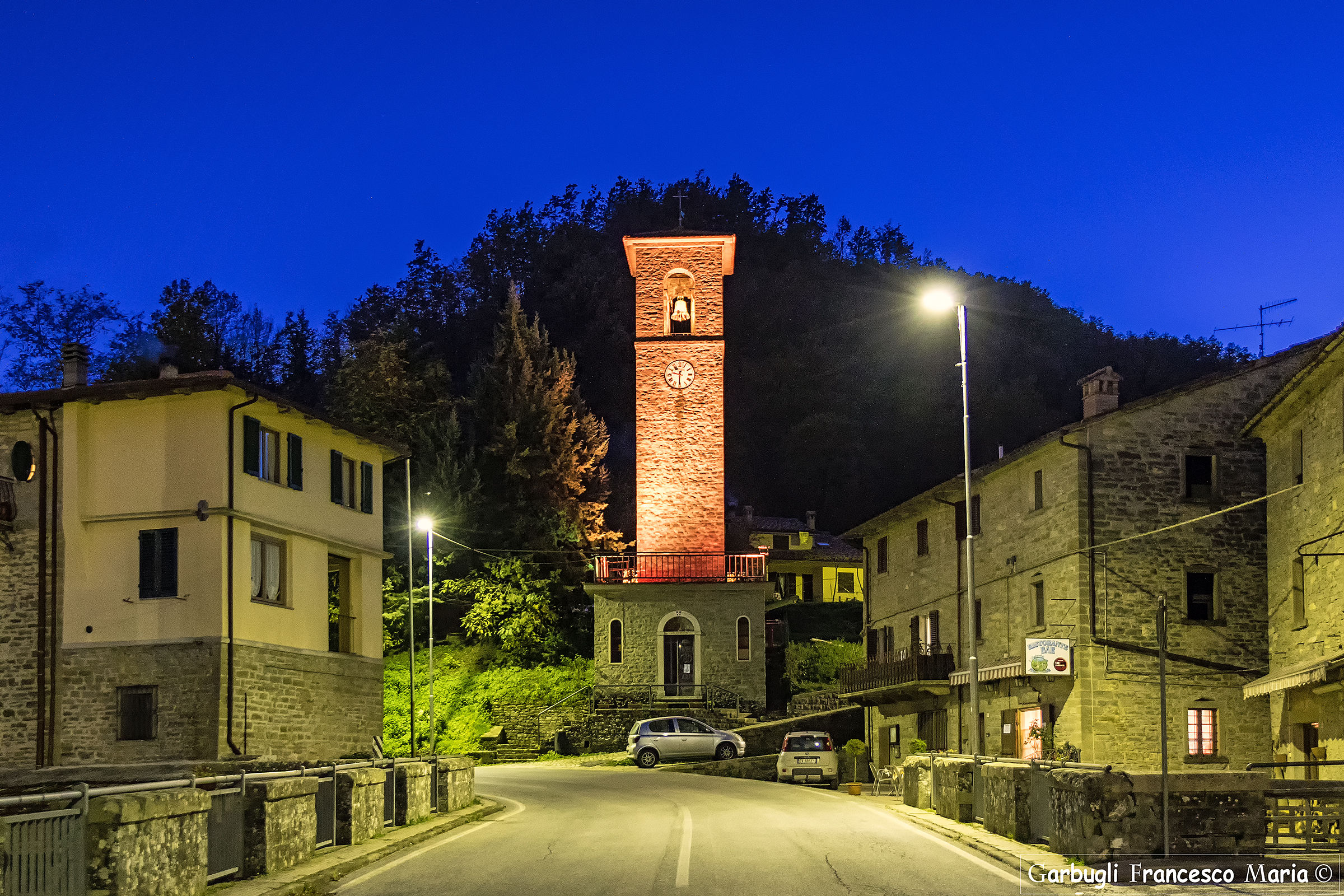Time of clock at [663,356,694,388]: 9:30
